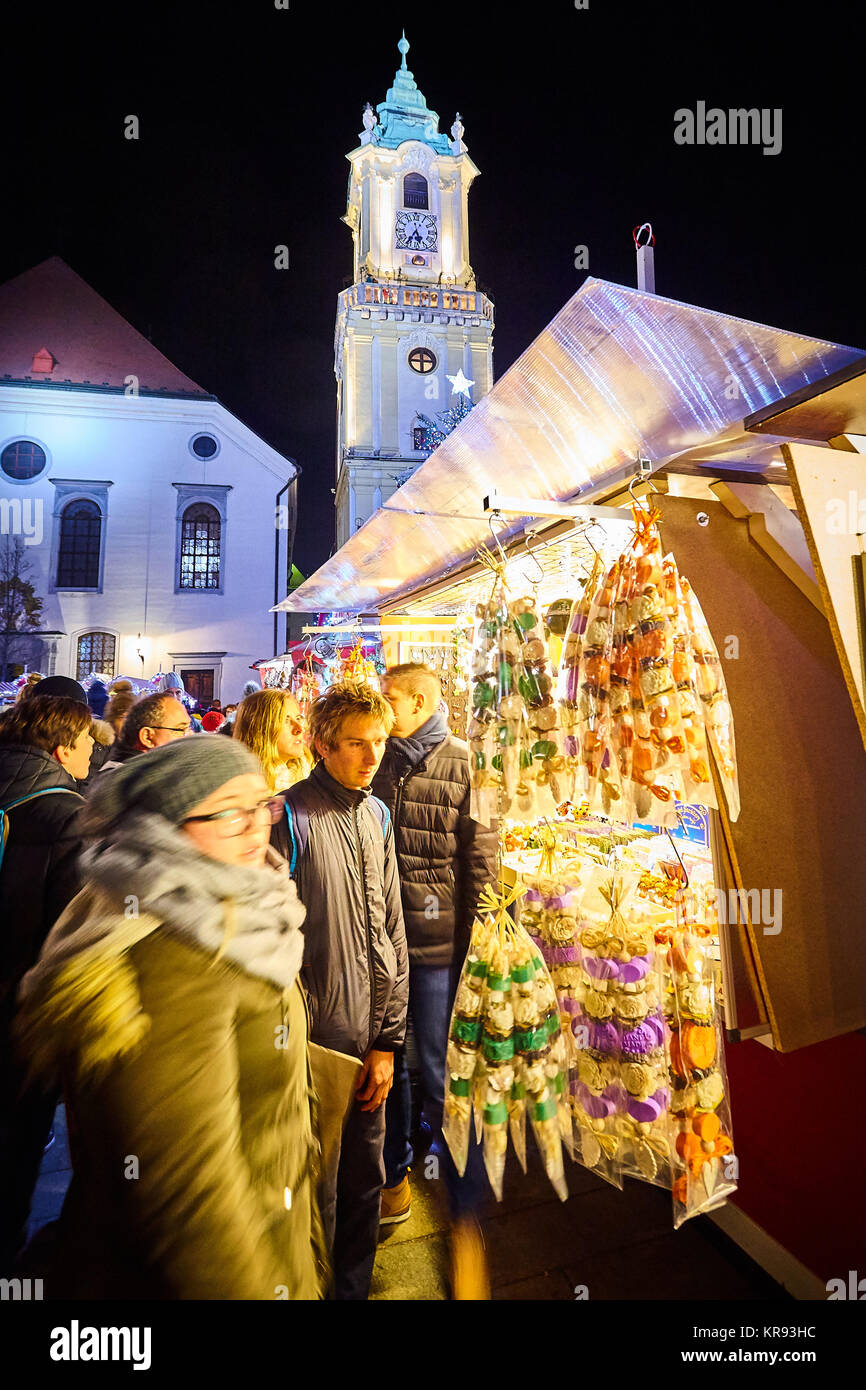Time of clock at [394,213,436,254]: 5:35
